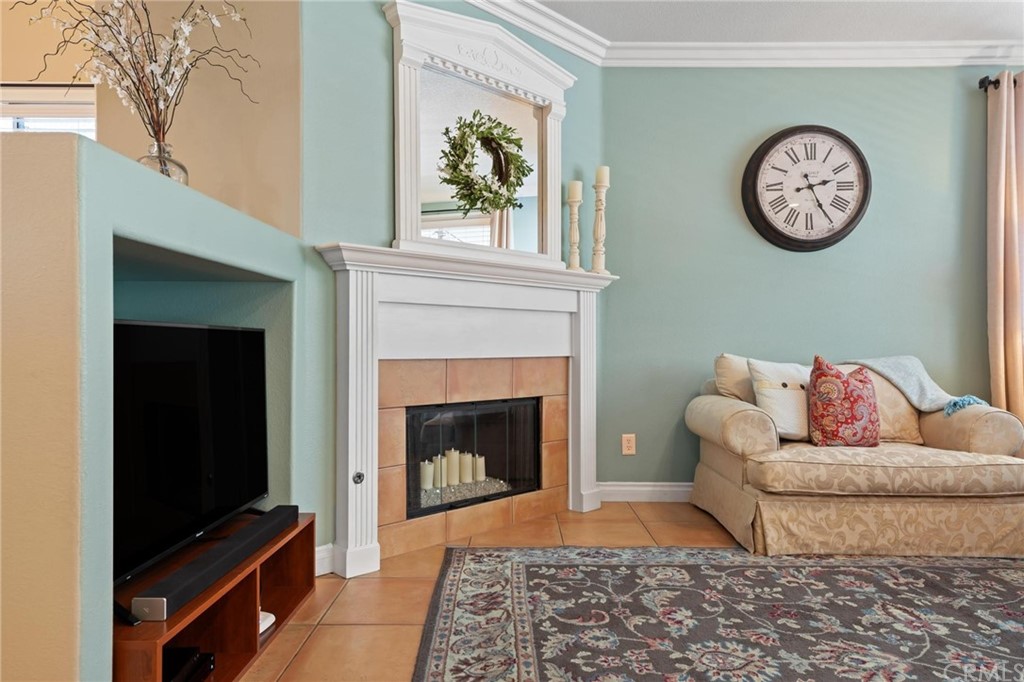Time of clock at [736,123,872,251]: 2:24
